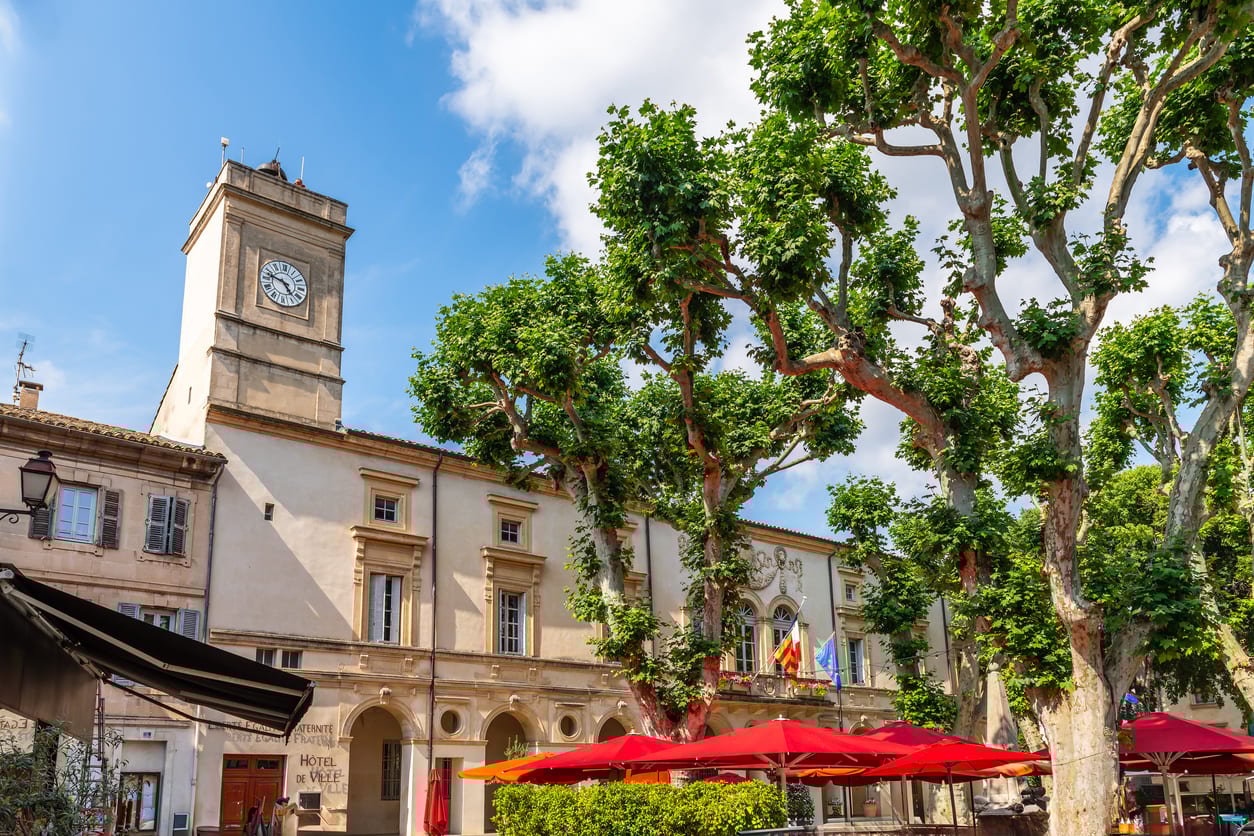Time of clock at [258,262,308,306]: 4:47
